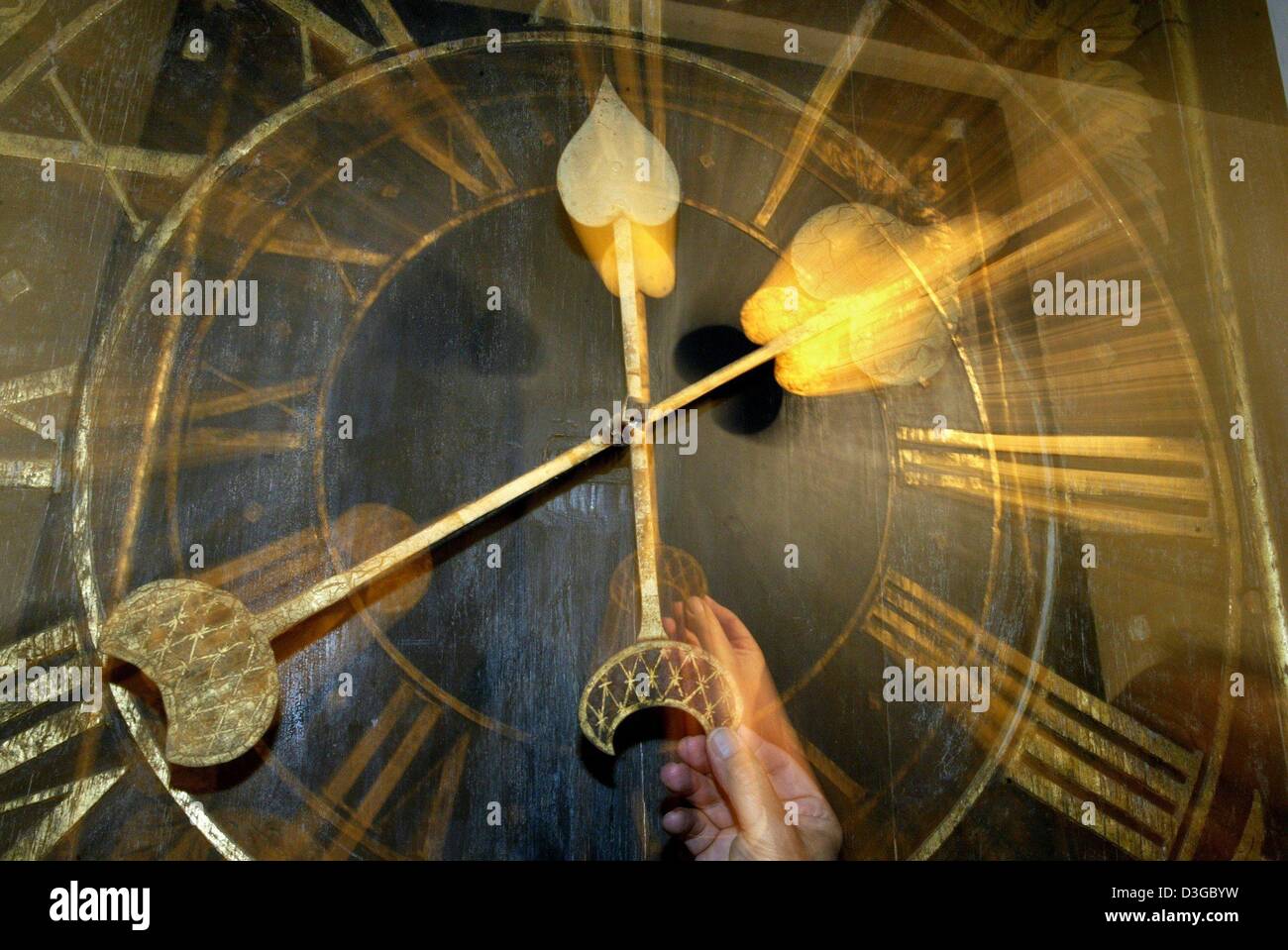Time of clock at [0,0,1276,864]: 11:40
